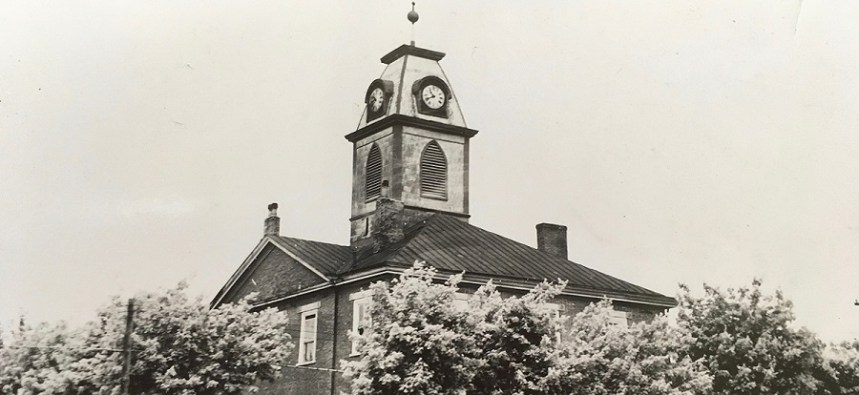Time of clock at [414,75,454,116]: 10:40
